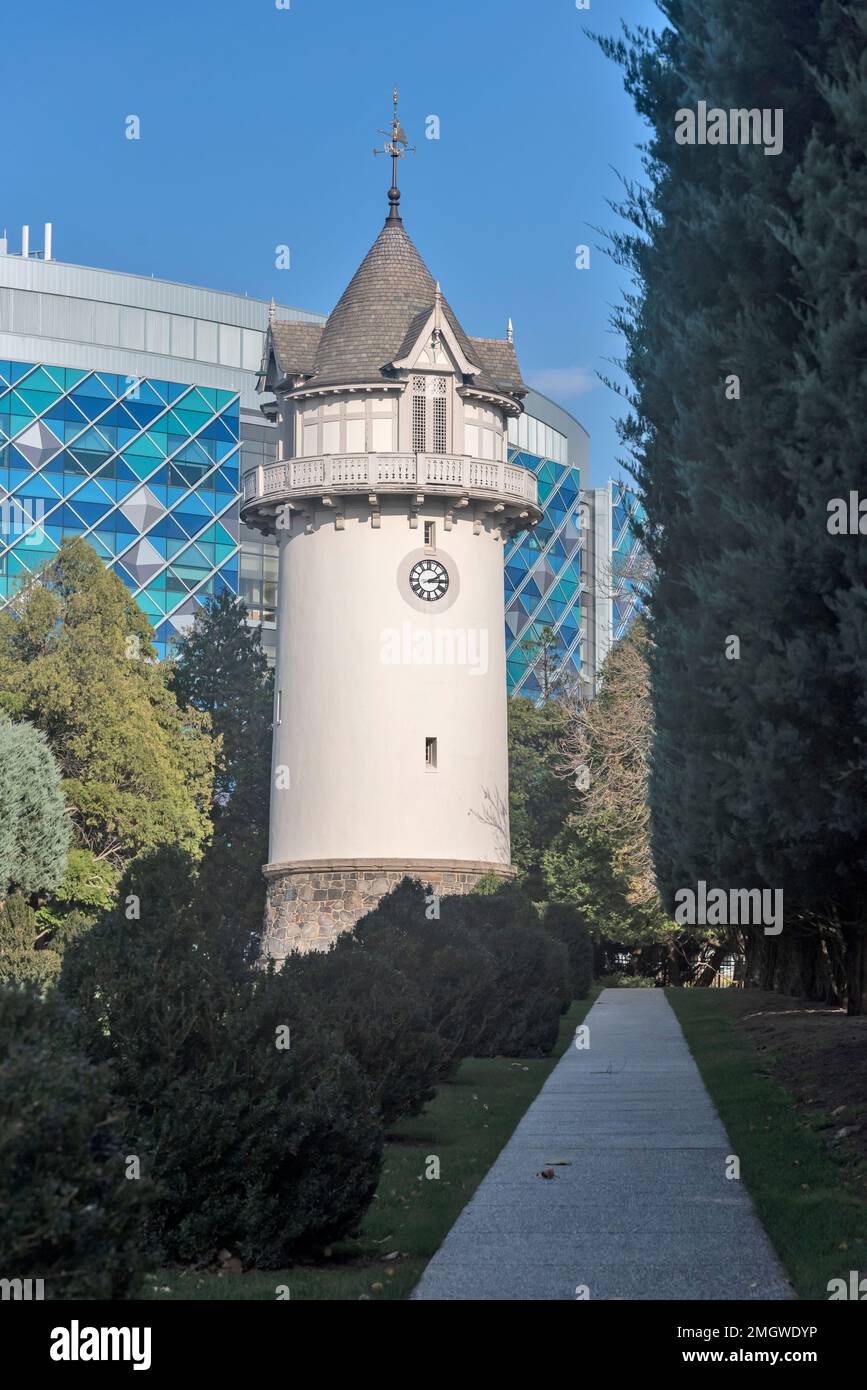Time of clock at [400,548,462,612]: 3:10
